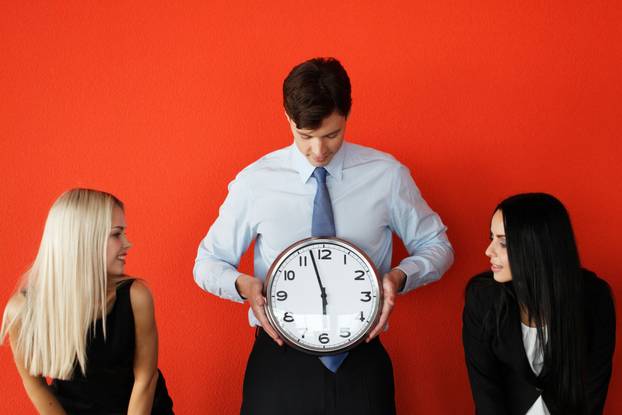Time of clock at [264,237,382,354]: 5:57
